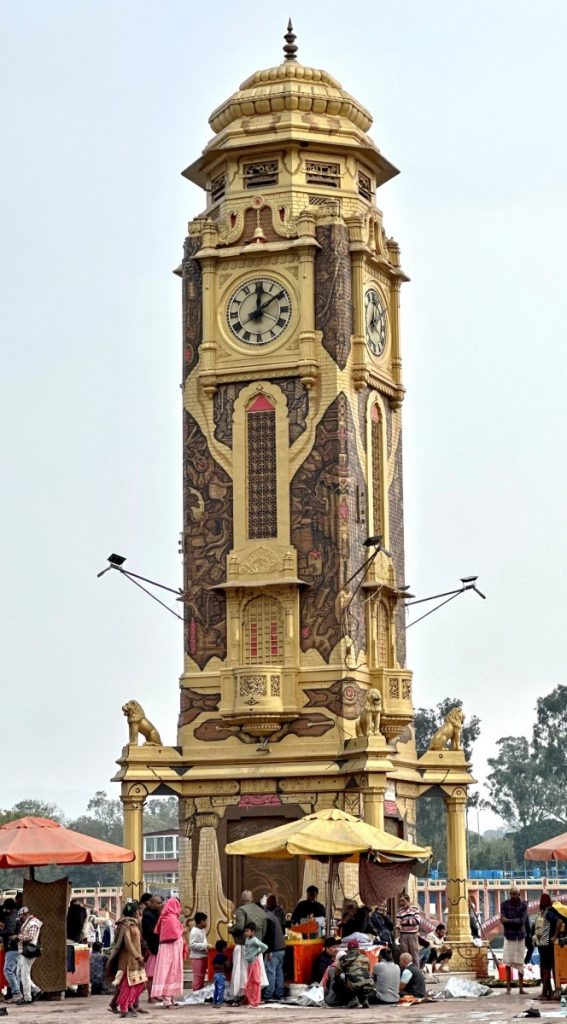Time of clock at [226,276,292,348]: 12:09
